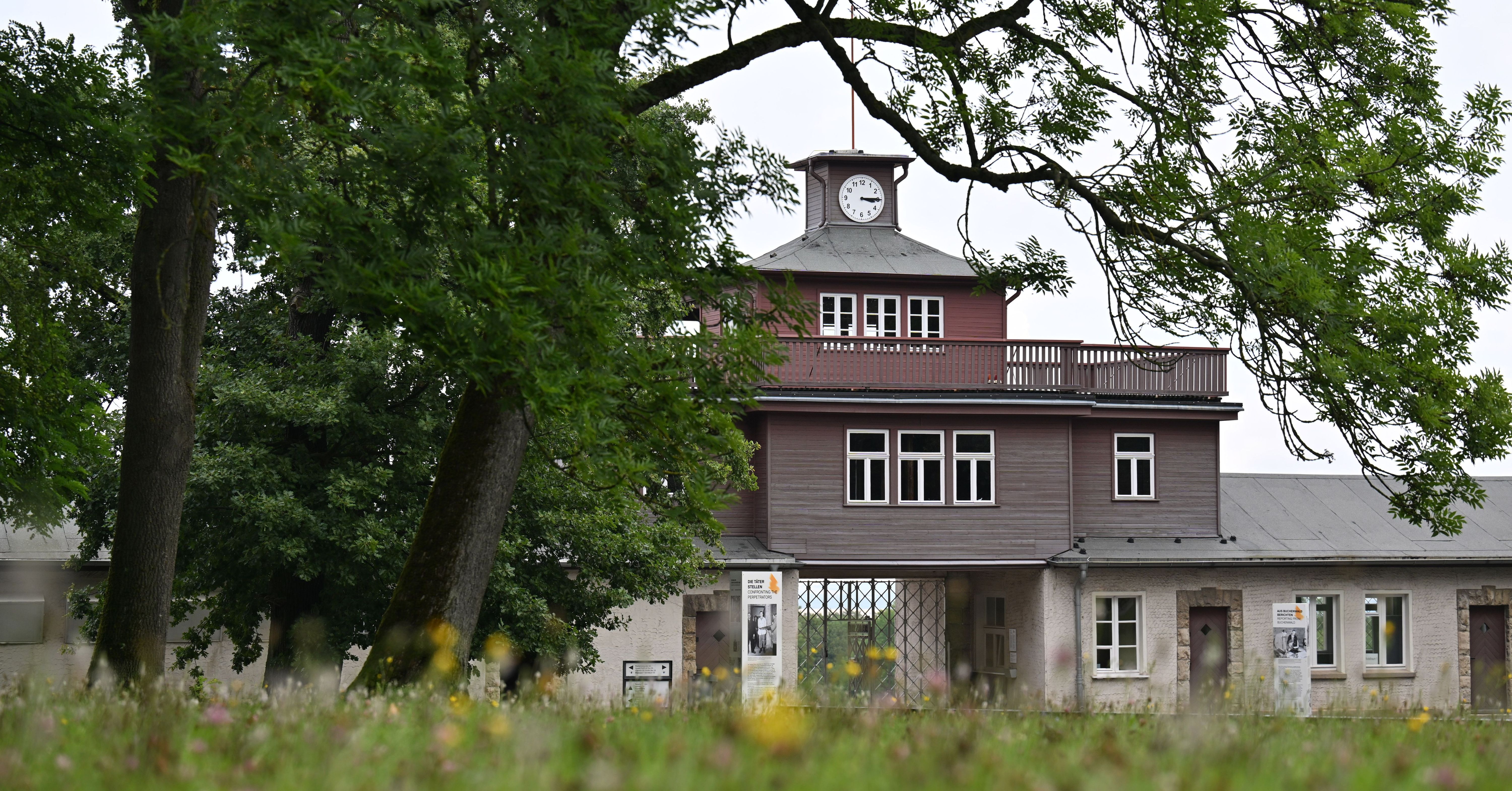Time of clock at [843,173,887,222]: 3:14
